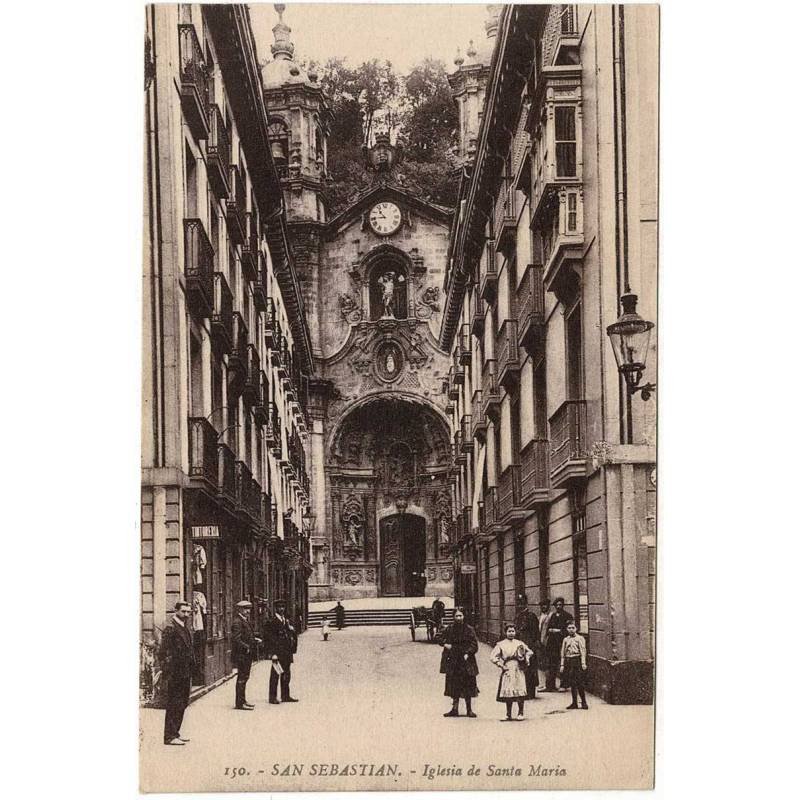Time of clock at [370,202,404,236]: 10:44
